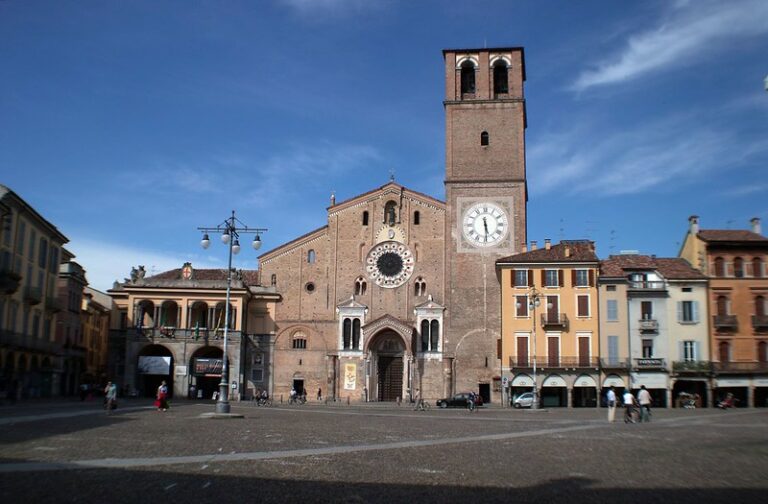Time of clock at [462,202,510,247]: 5:29
